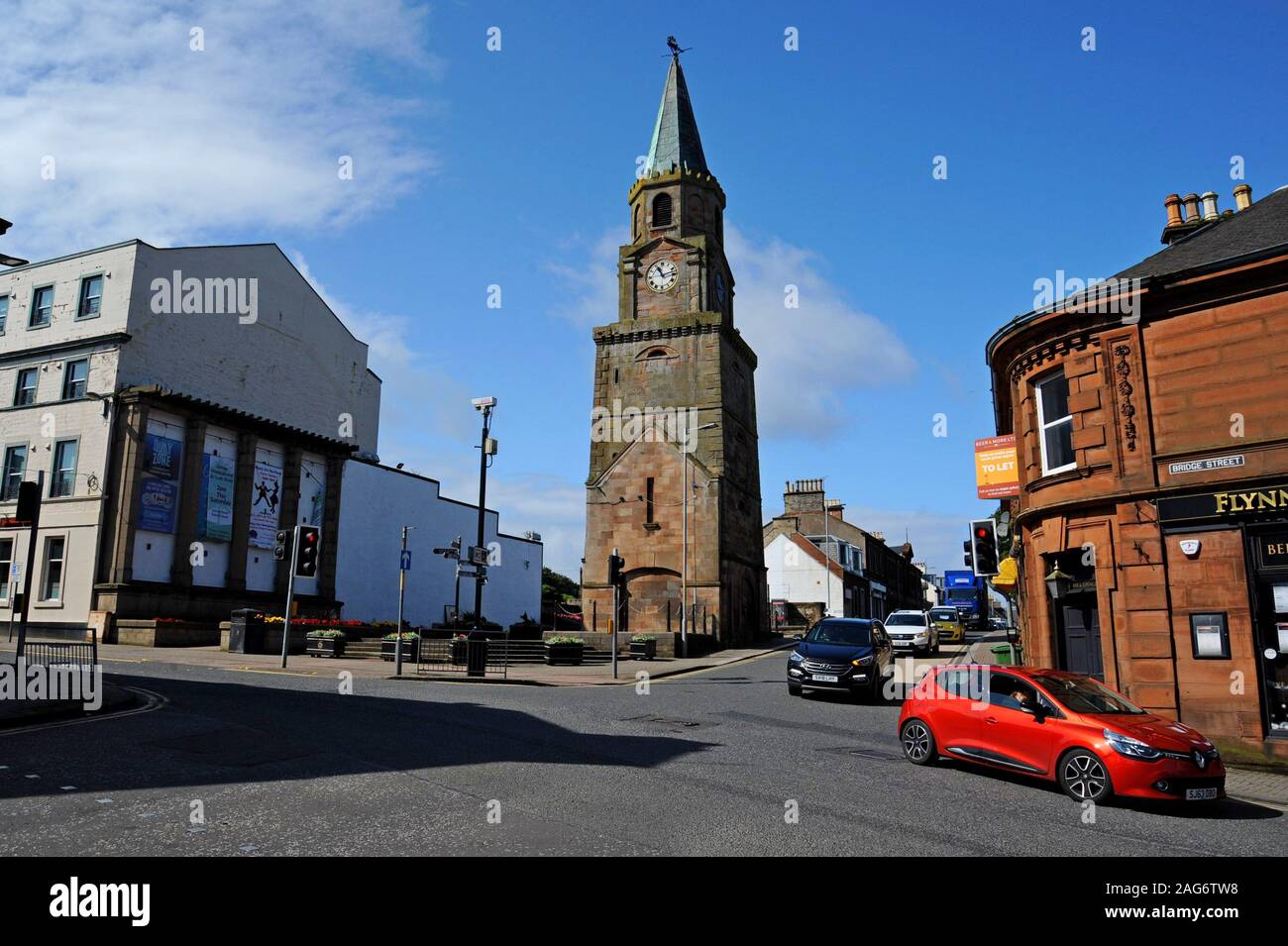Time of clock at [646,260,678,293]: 11:12
